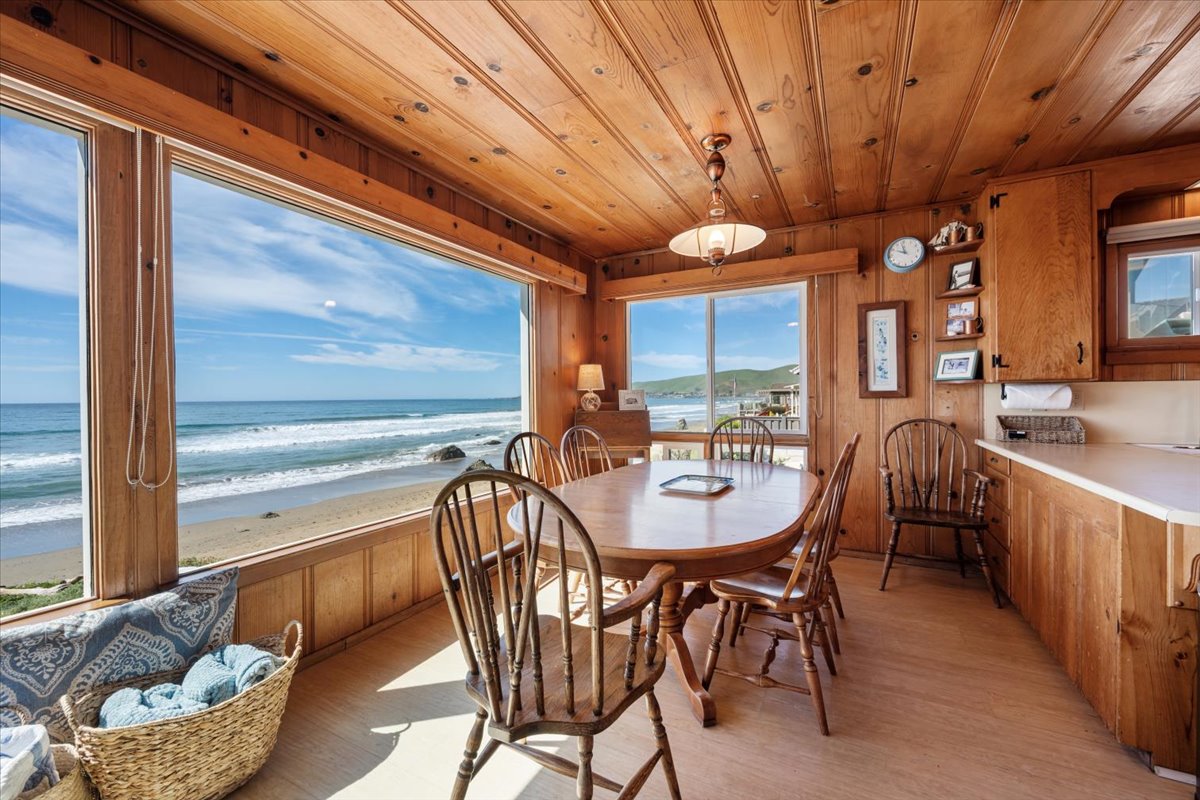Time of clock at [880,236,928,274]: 9:57
